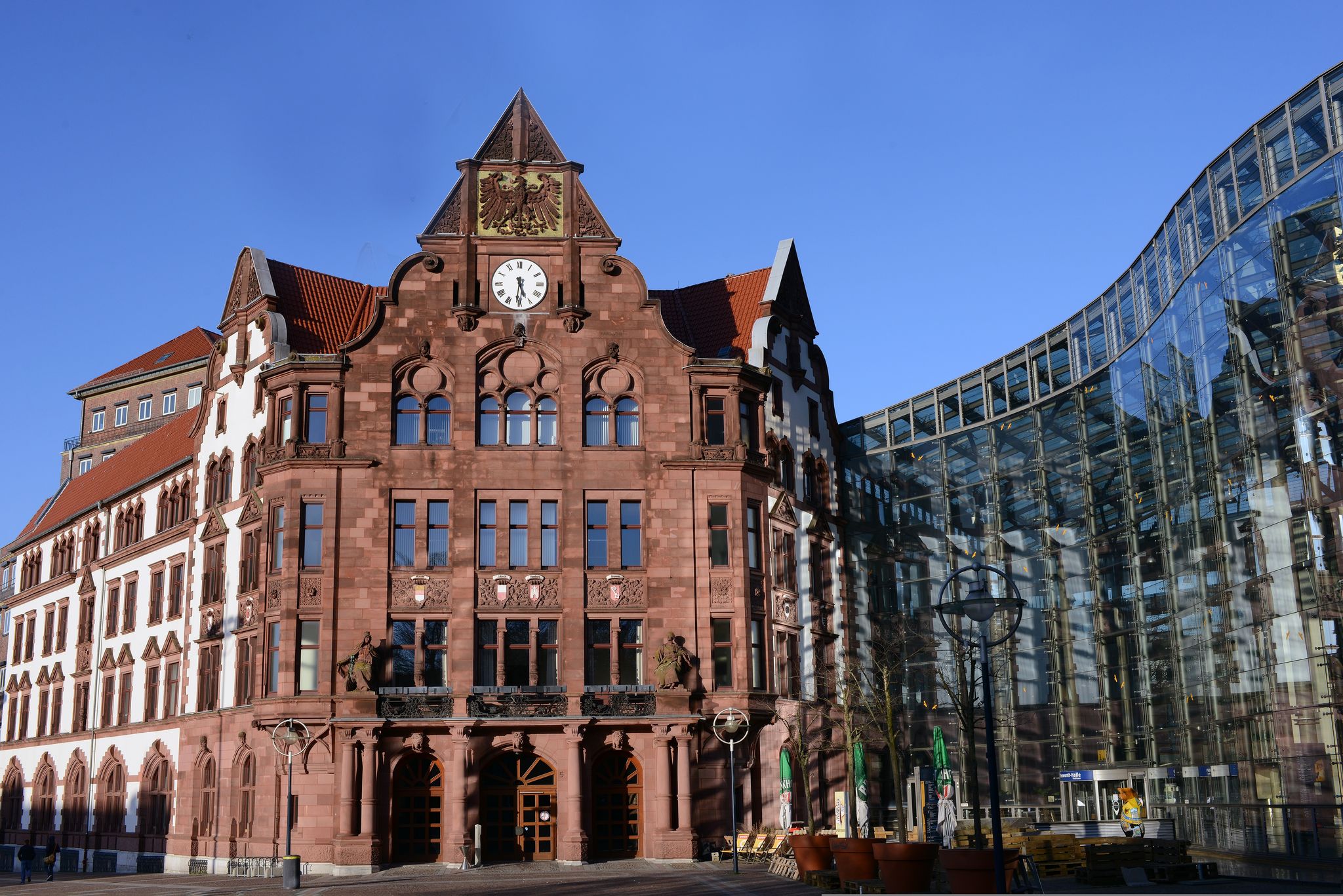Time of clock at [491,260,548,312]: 5:31
